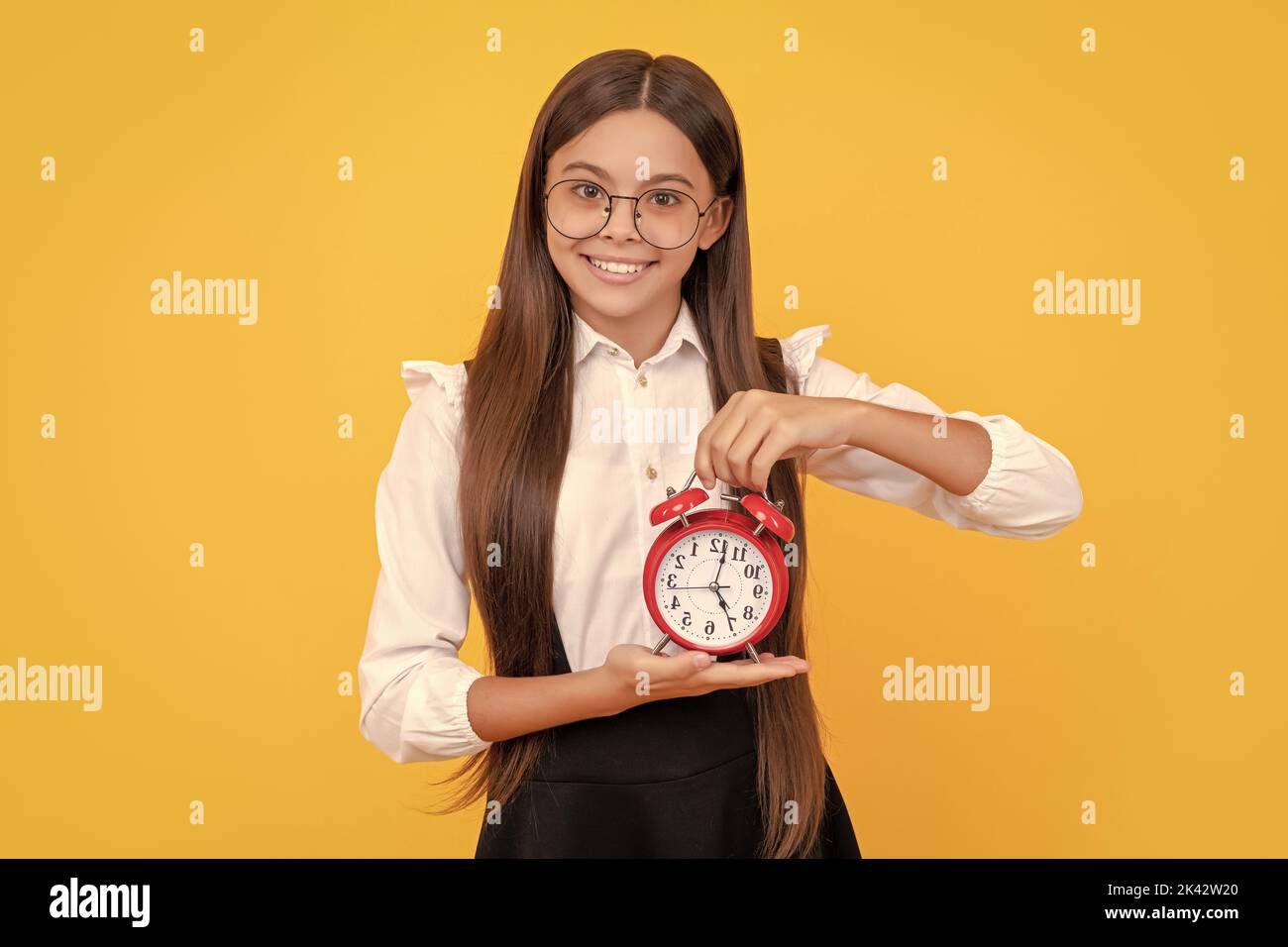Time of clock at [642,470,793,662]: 5:01
